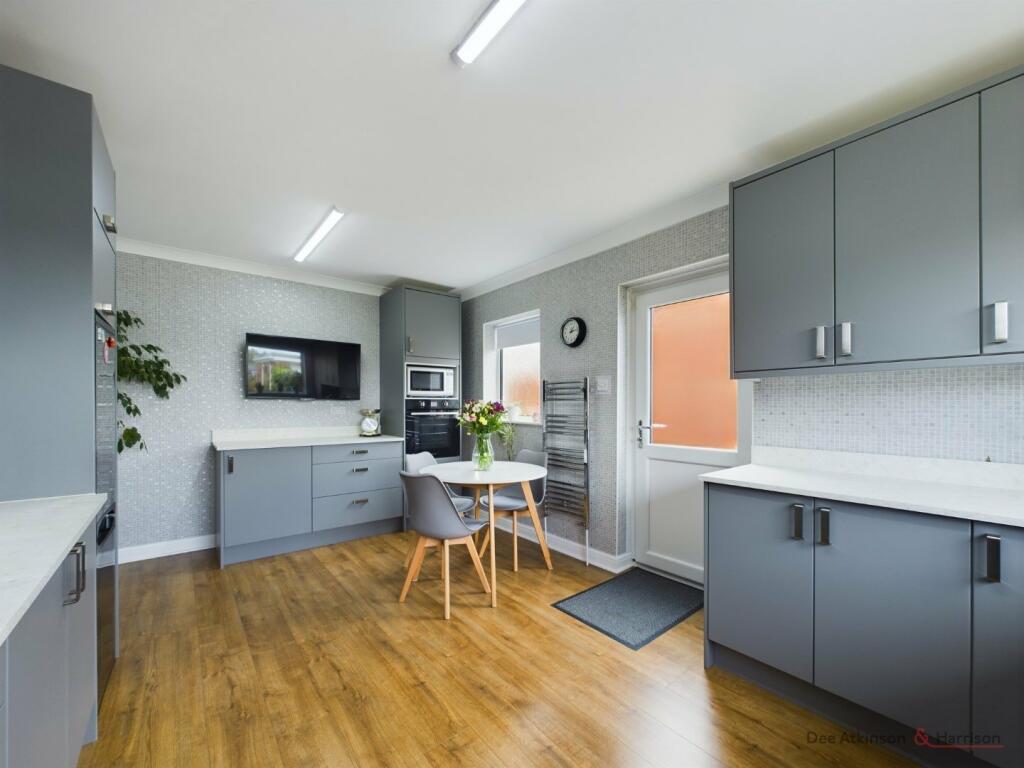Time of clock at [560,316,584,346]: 1:12
